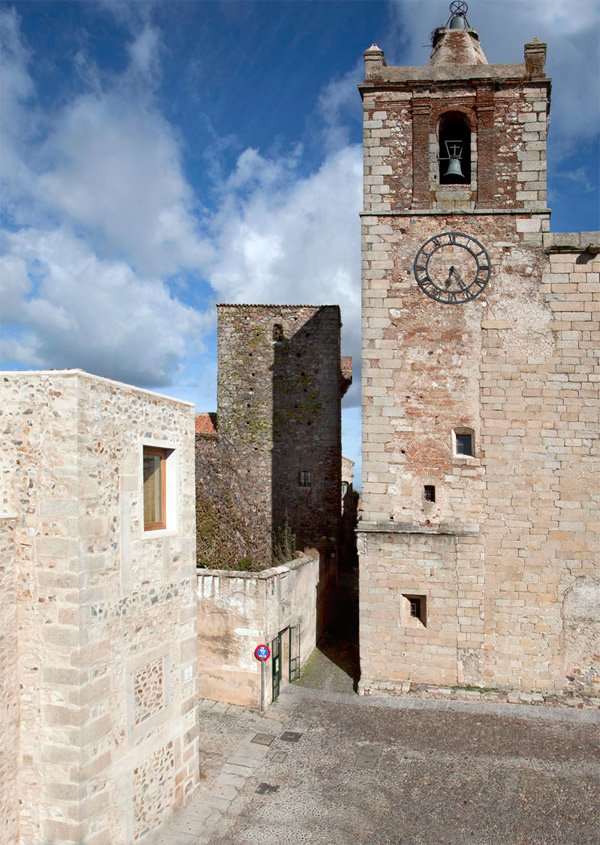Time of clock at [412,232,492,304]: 6:25
